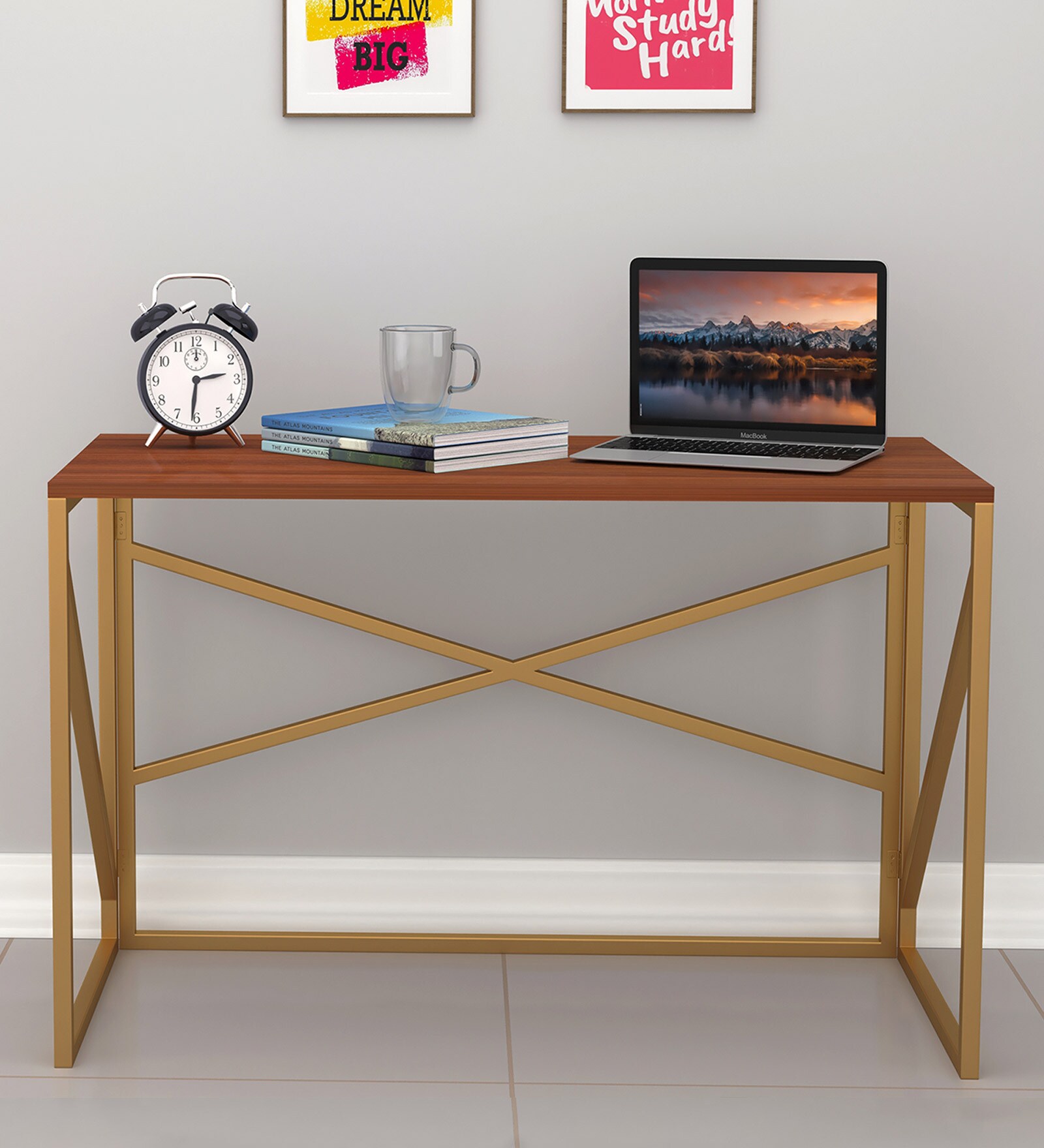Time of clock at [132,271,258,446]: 2:31
